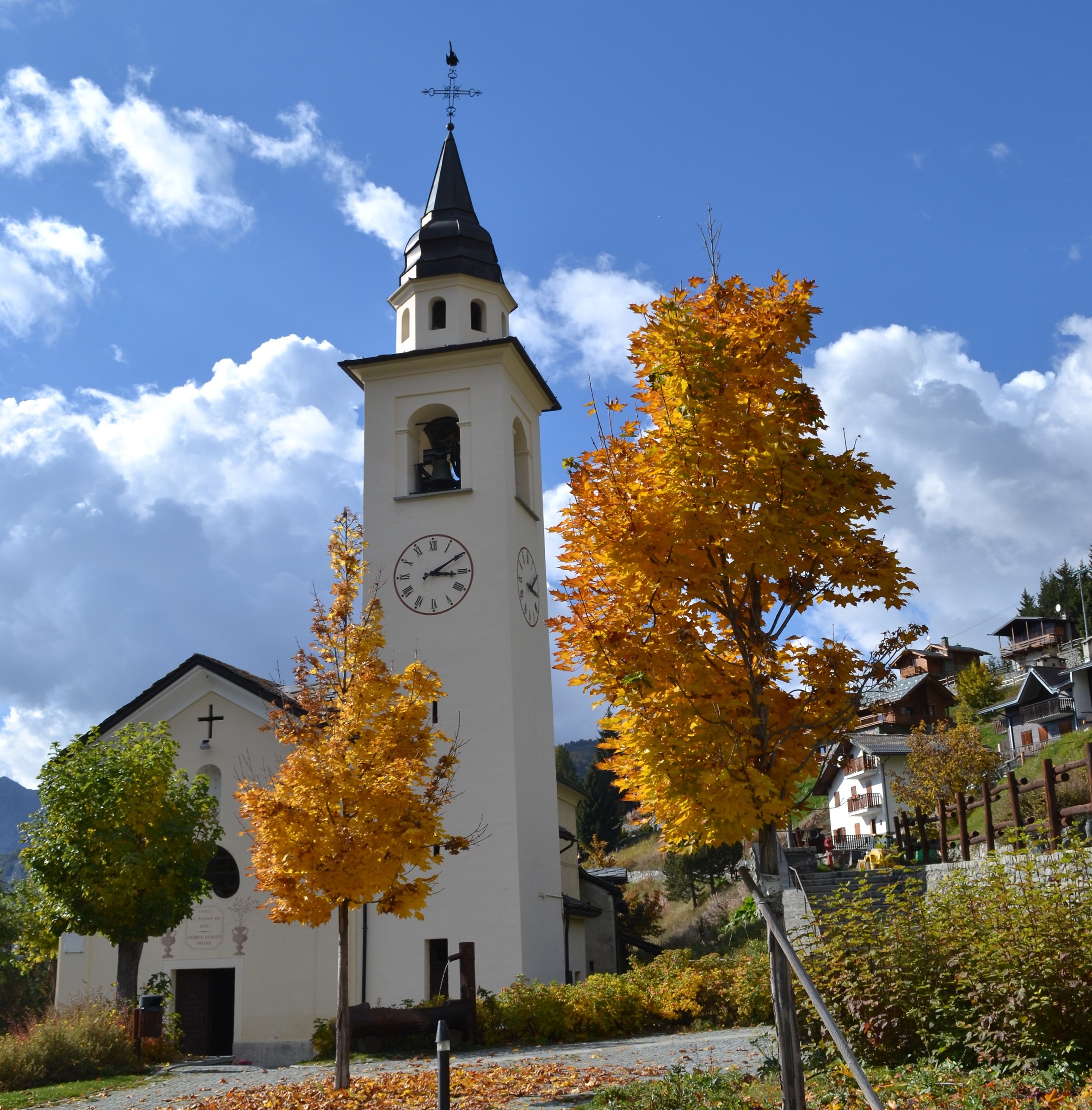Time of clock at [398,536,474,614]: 3:09
